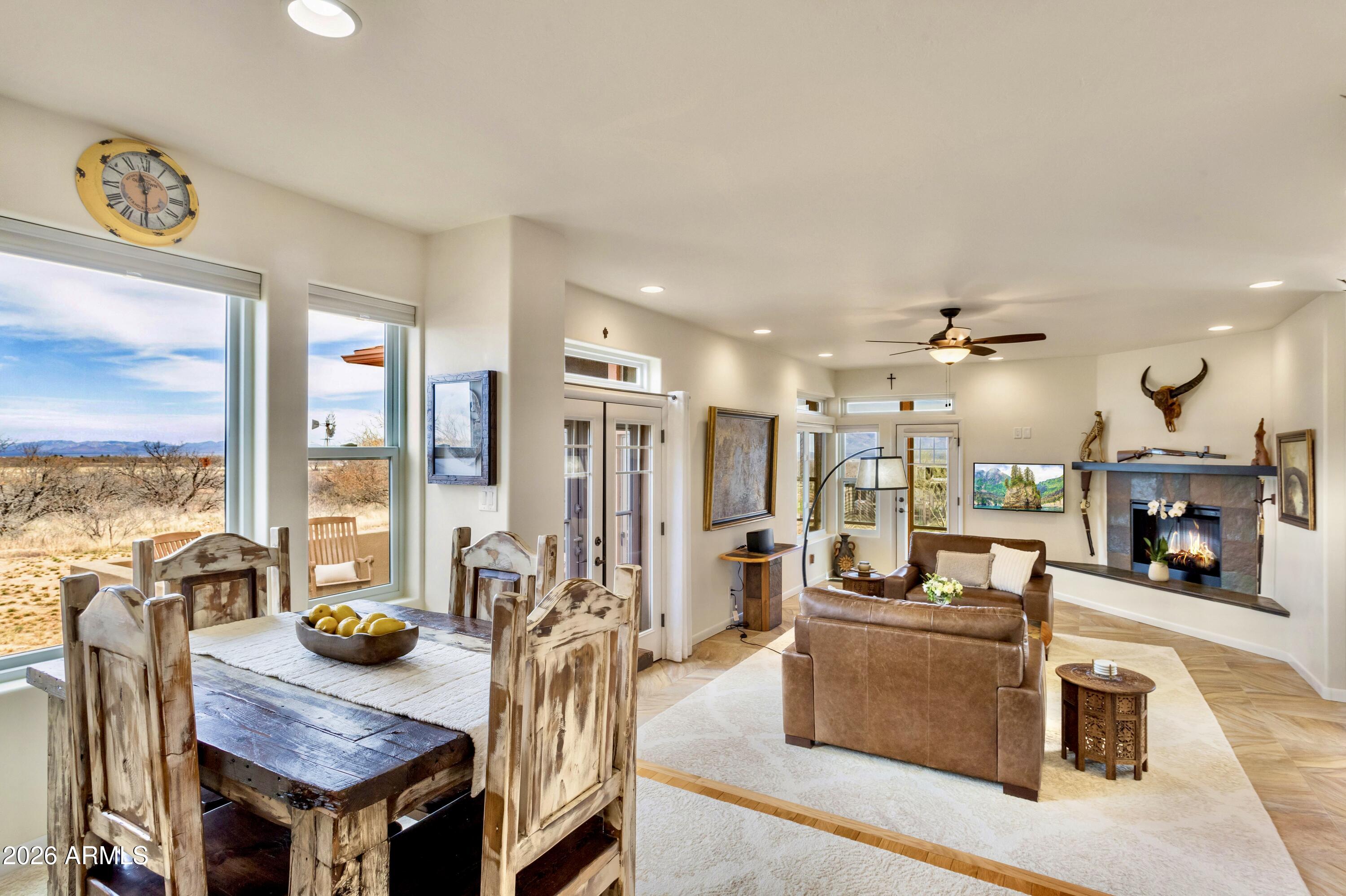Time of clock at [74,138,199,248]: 11:29
